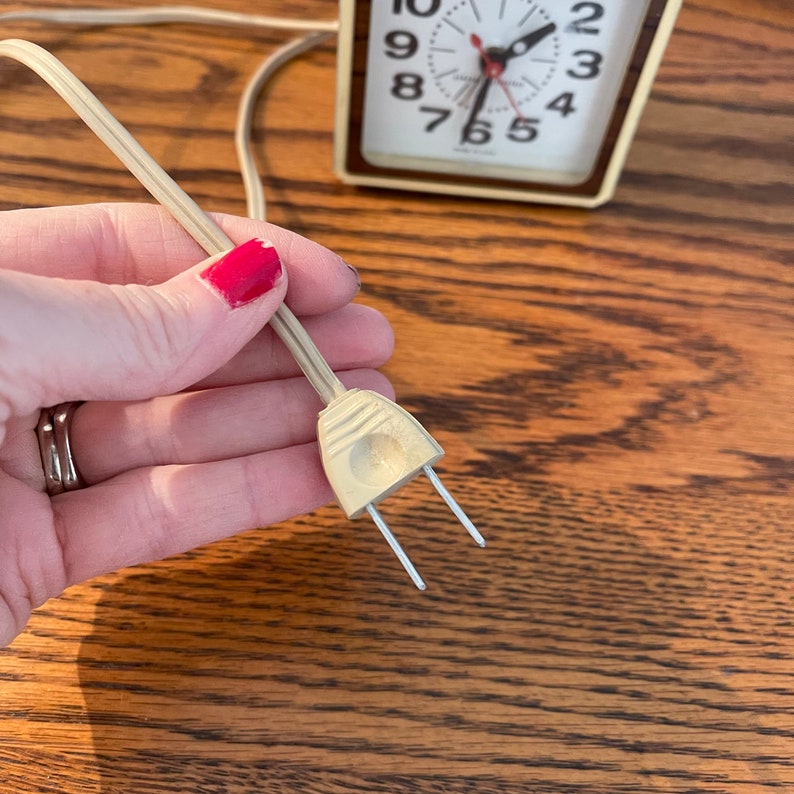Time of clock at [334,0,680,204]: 1:32
